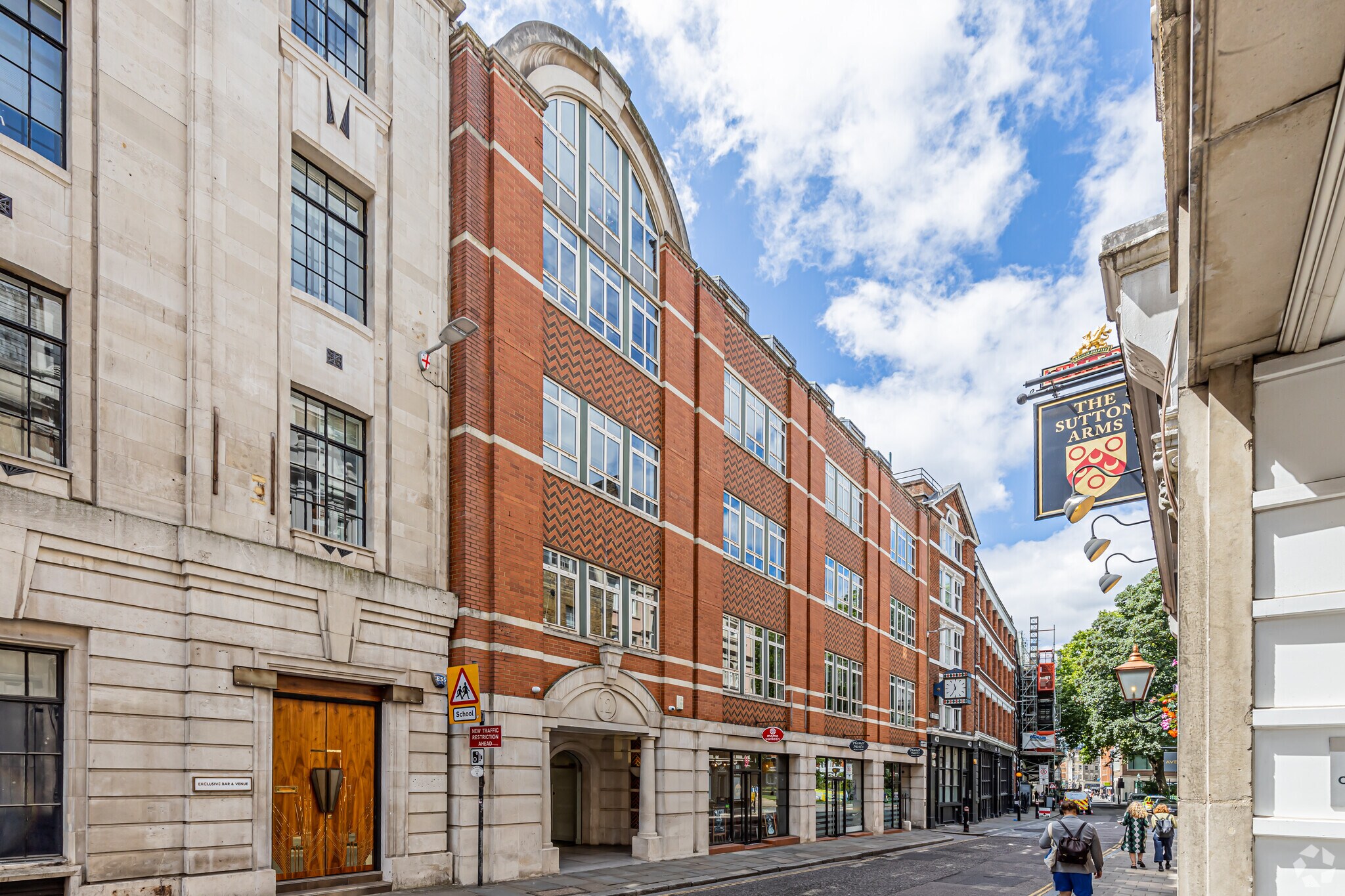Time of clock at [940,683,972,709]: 11:34
